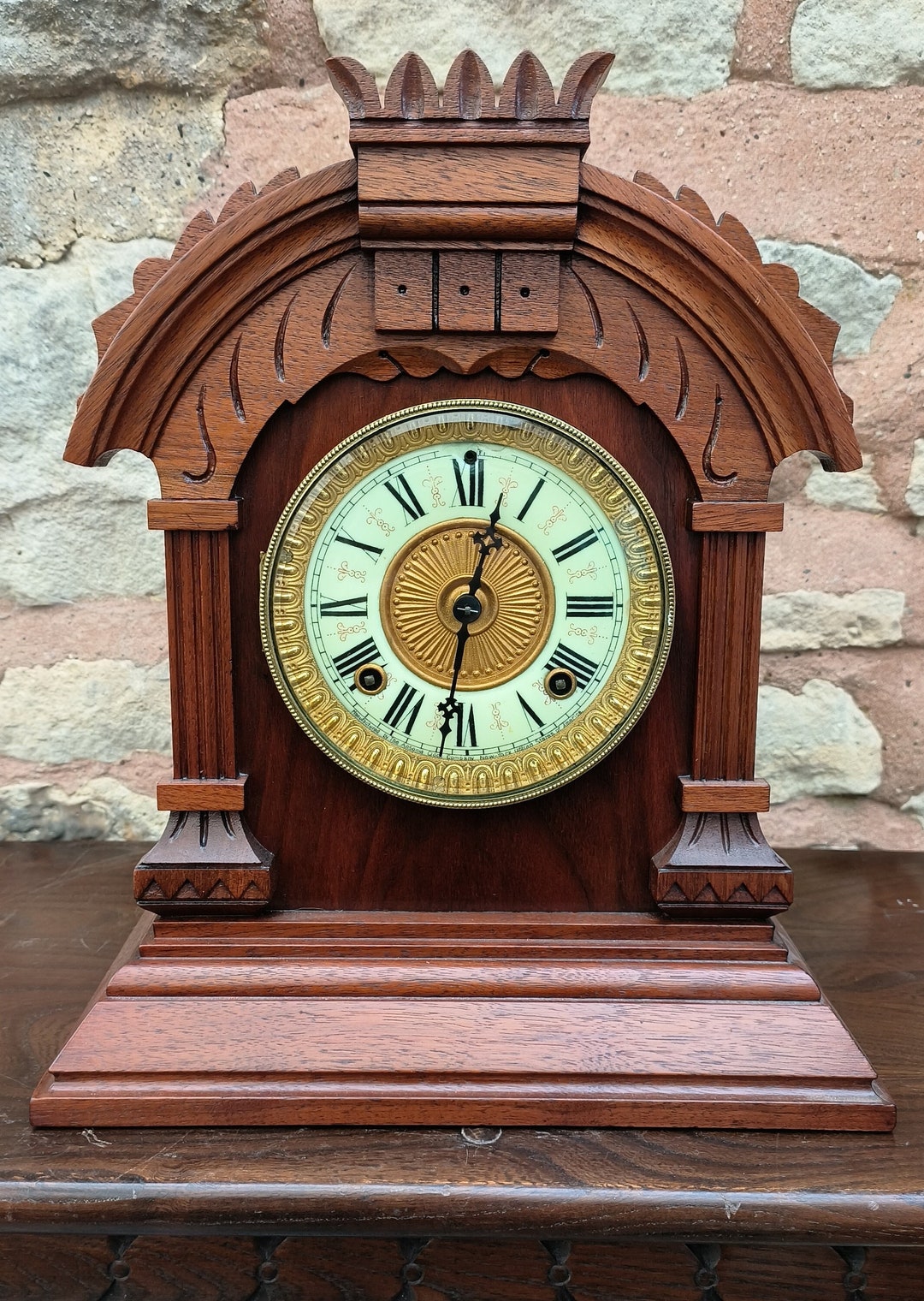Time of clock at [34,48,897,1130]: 12:31
